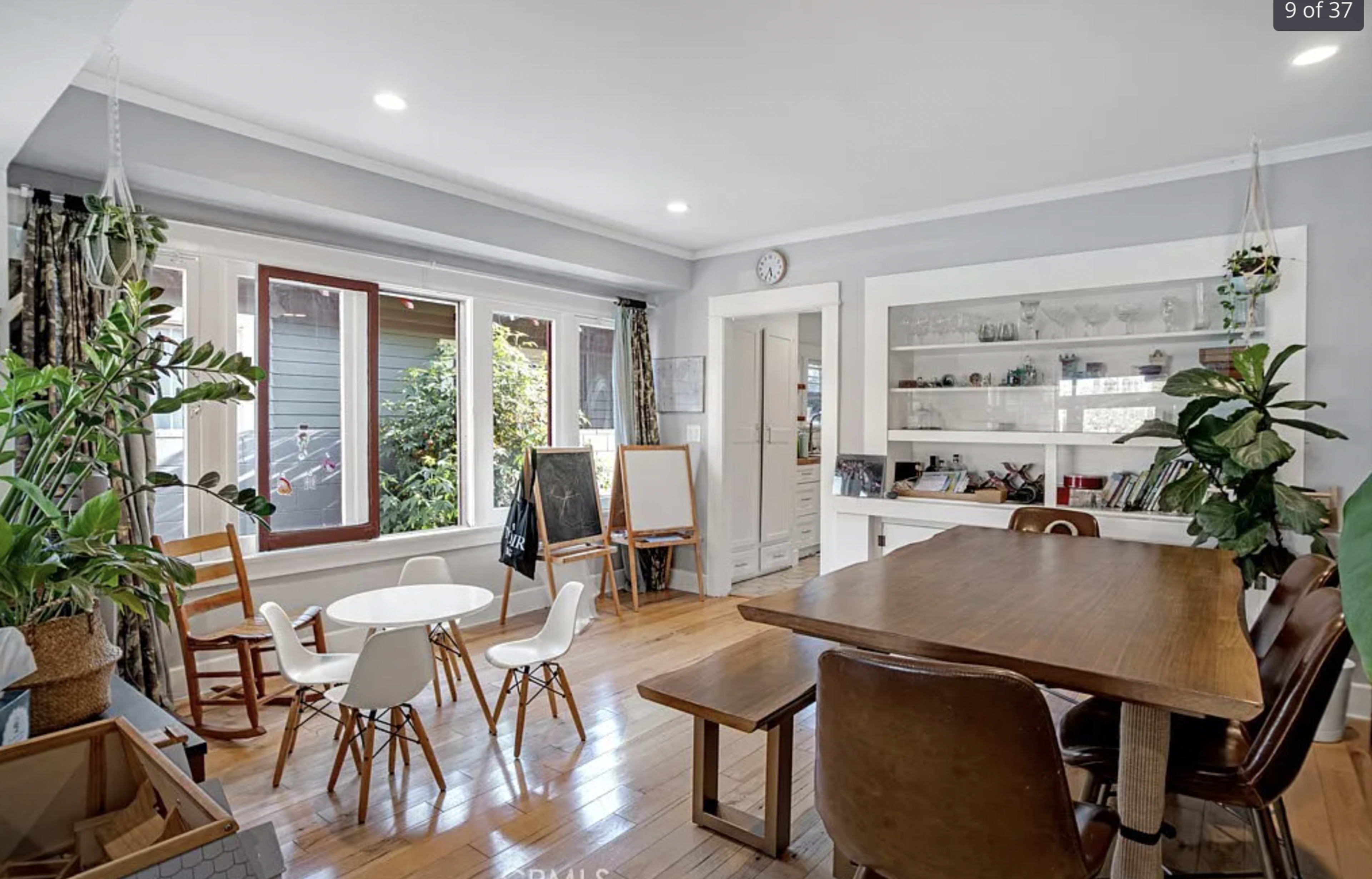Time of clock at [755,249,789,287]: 5:34
